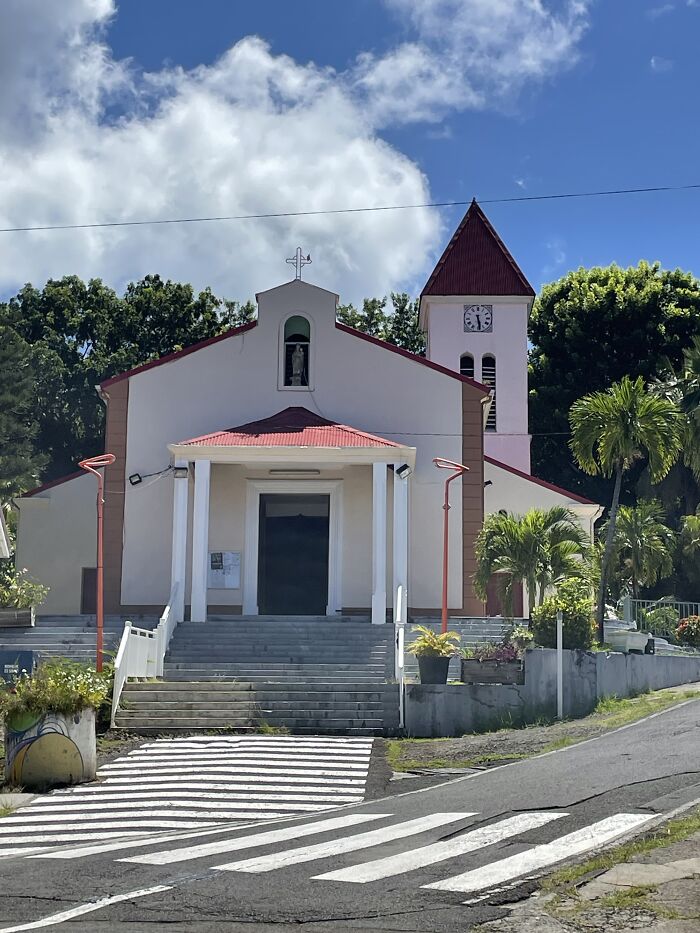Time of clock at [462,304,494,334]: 5:28
